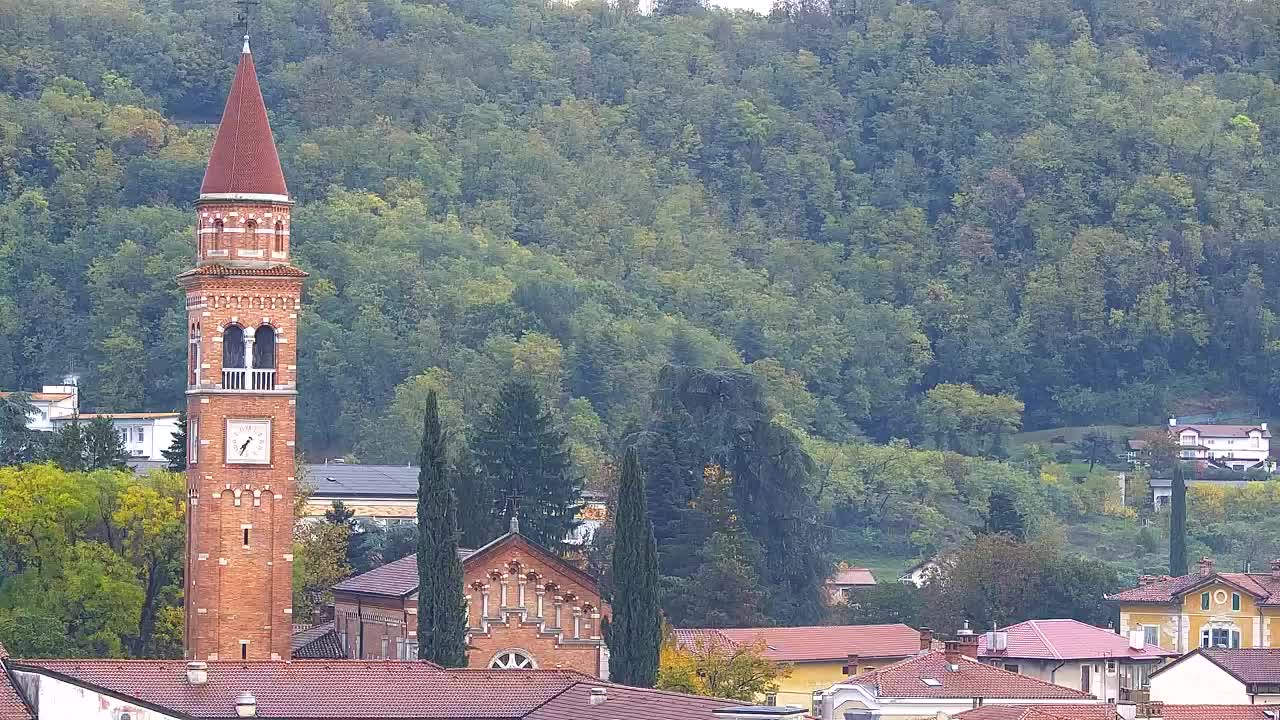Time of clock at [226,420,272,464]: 7:34
